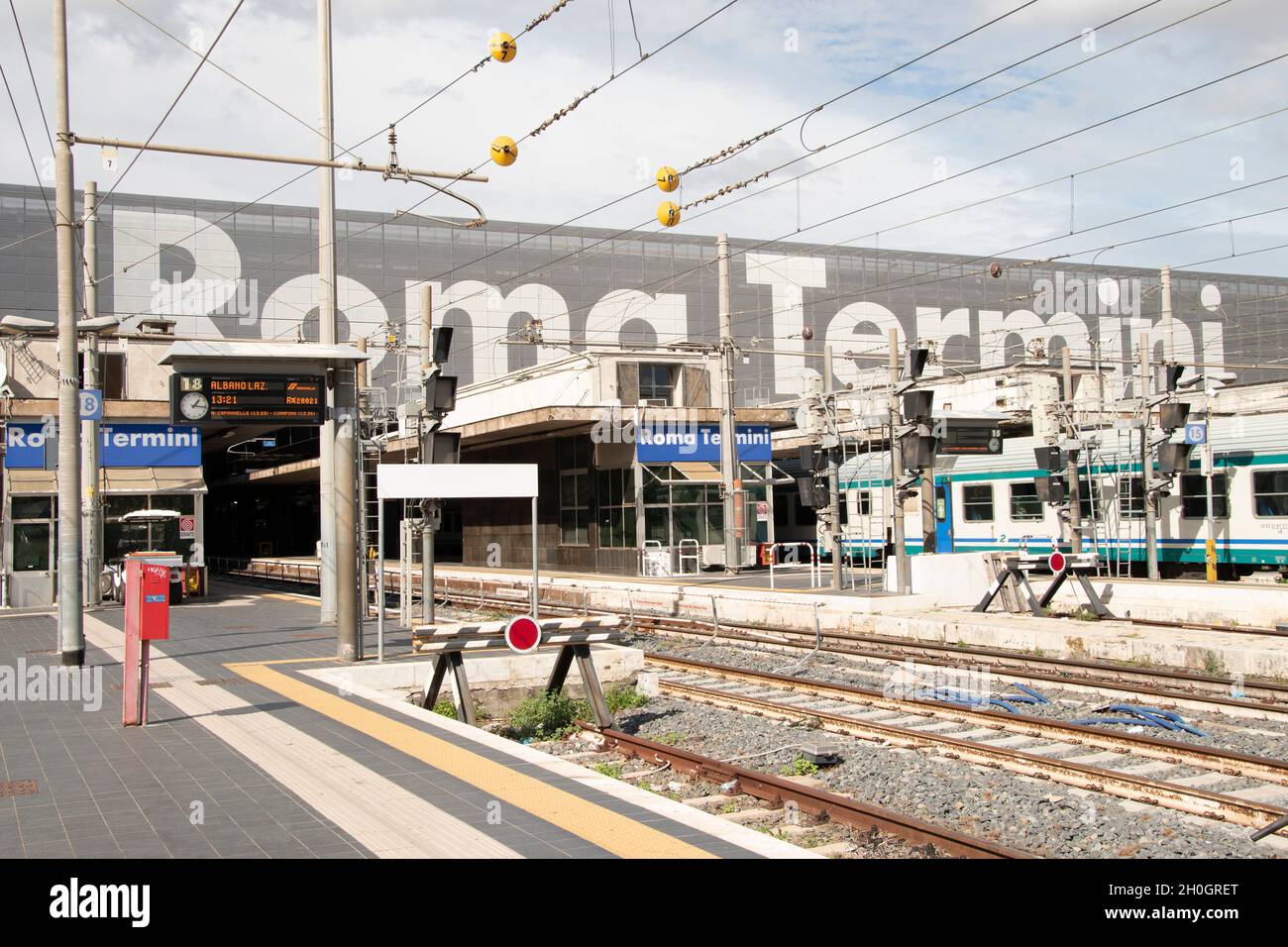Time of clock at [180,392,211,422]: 1:16
